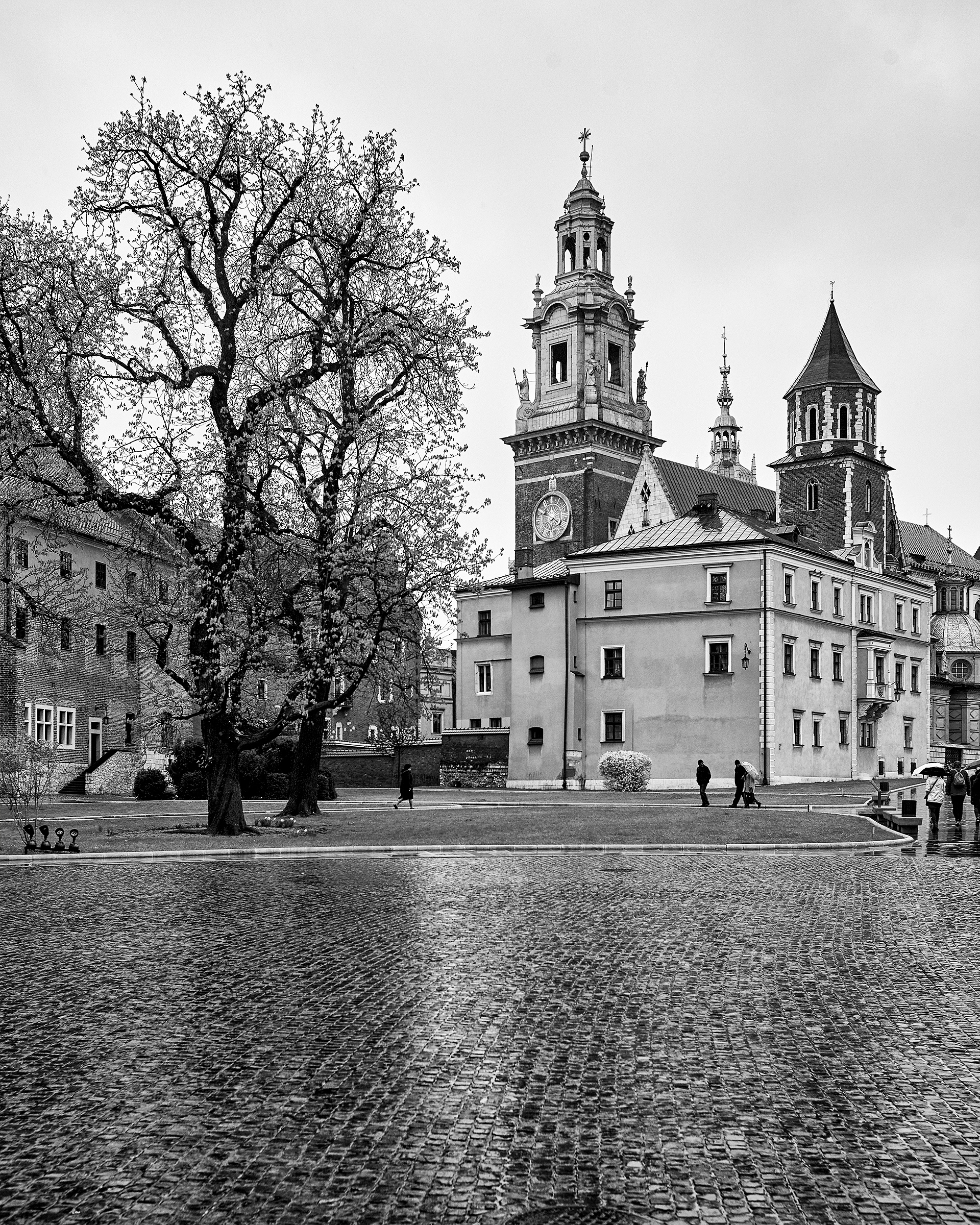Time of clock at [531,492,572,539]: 3:48
